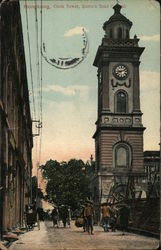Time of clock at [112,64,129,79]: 8:11
